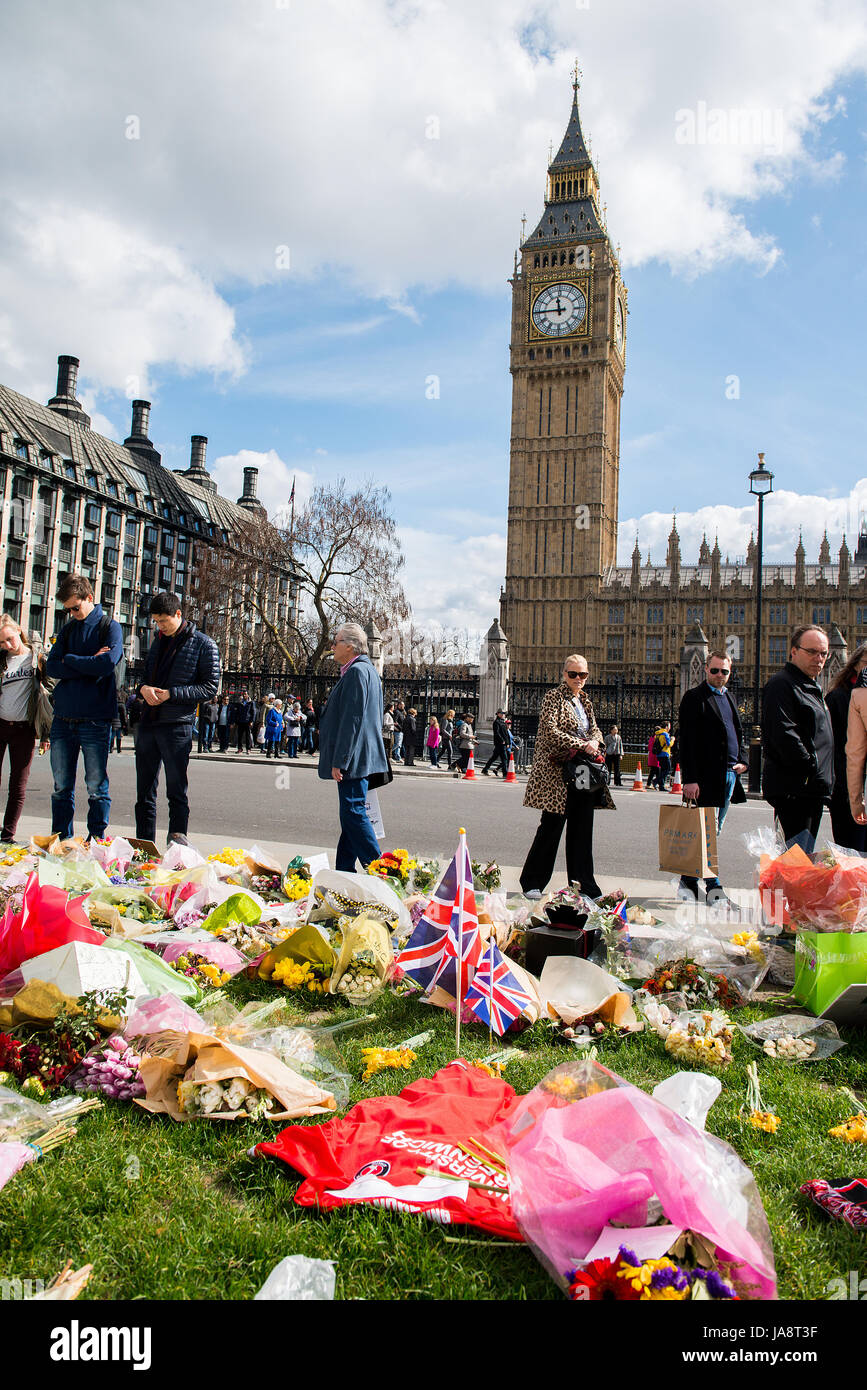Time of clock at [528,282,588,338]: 11:45
